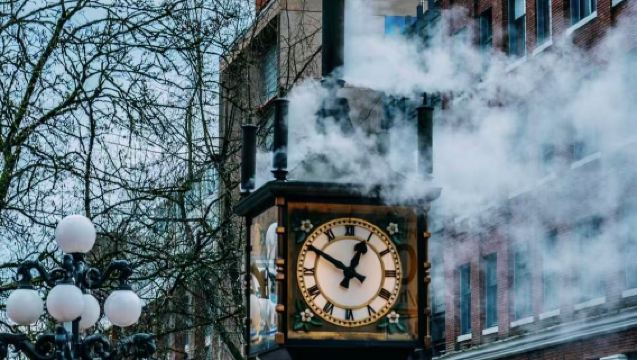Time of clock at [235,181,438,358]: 12:50
